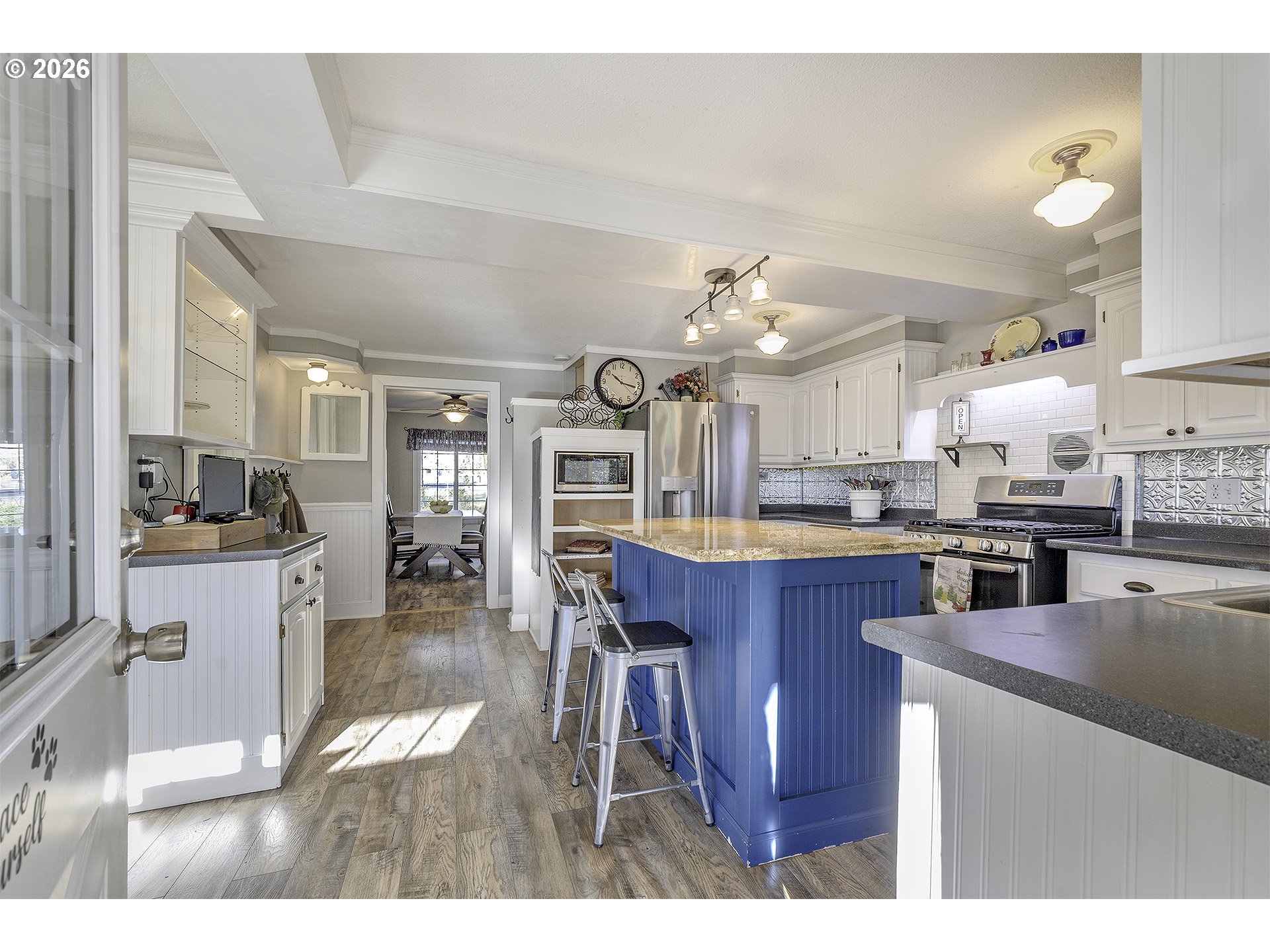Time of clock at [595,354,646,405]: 10:17
